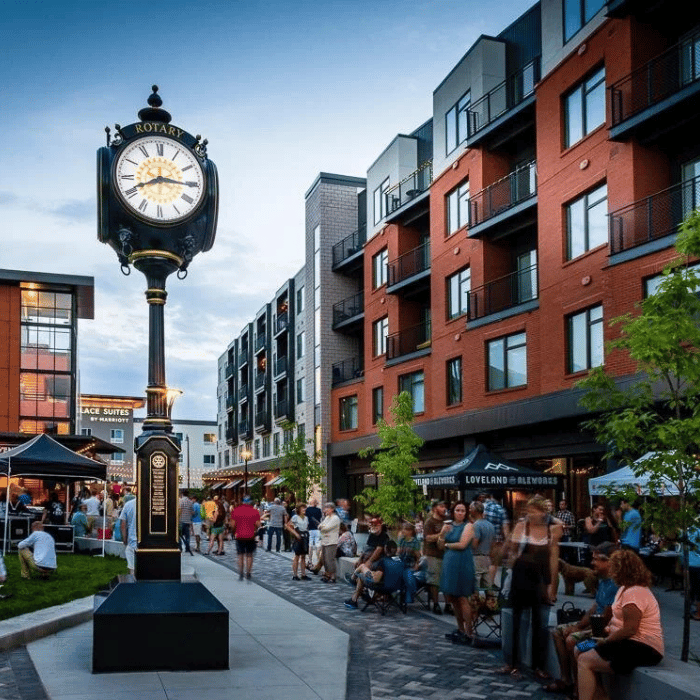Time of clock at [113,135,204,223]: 8:15
